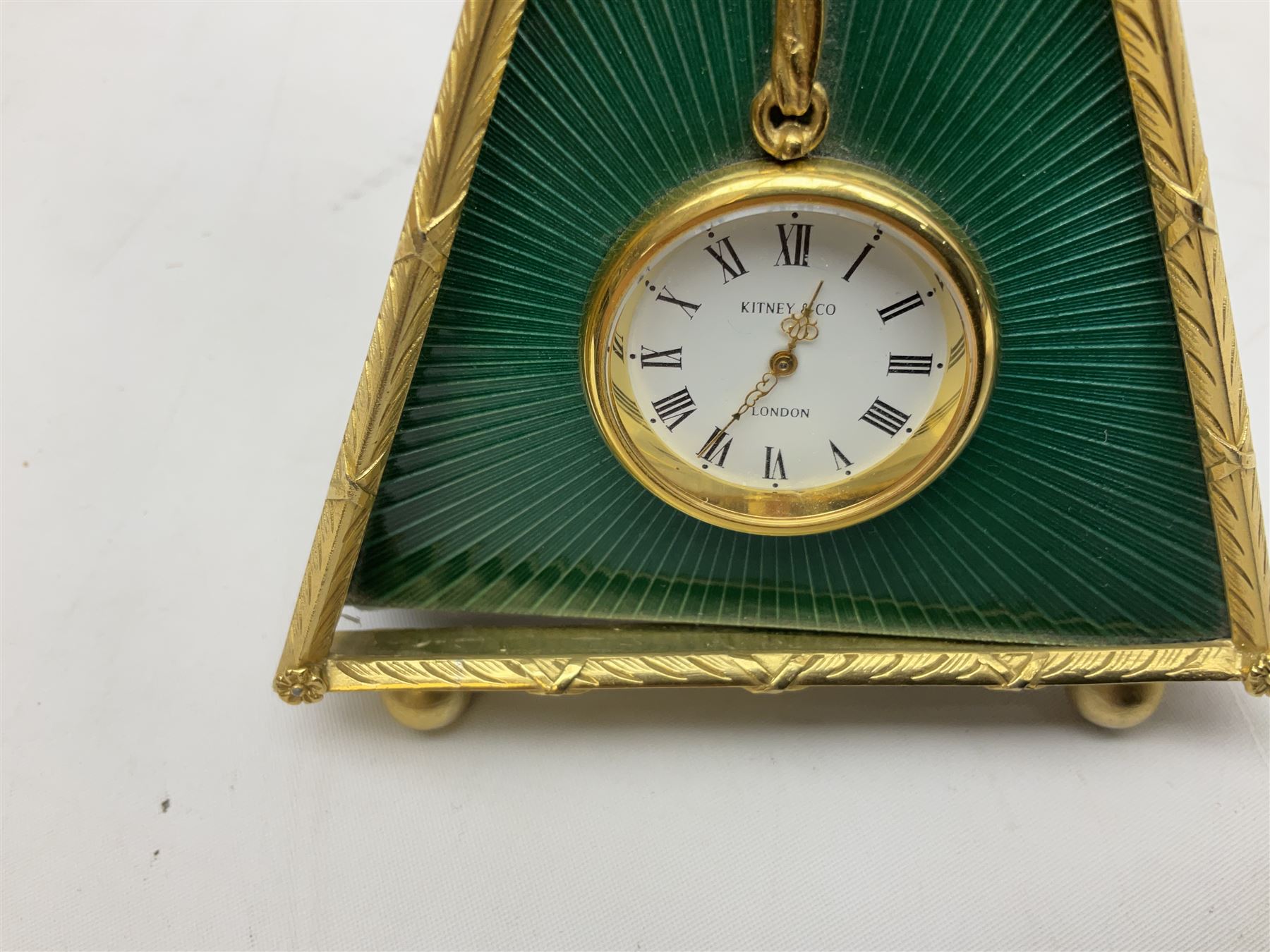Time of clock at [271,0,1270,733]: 12:34
